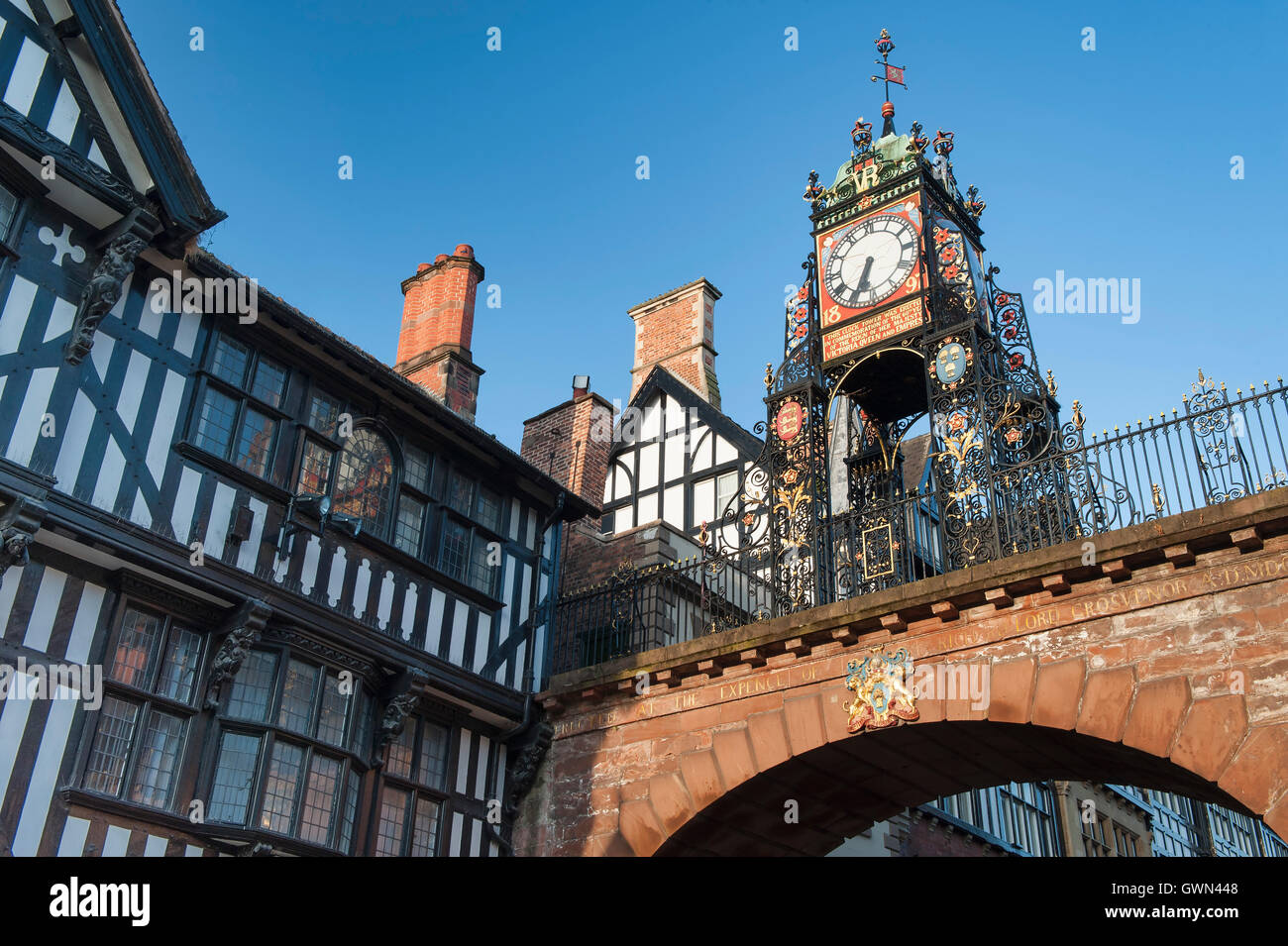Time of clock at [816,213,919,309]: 6:34
